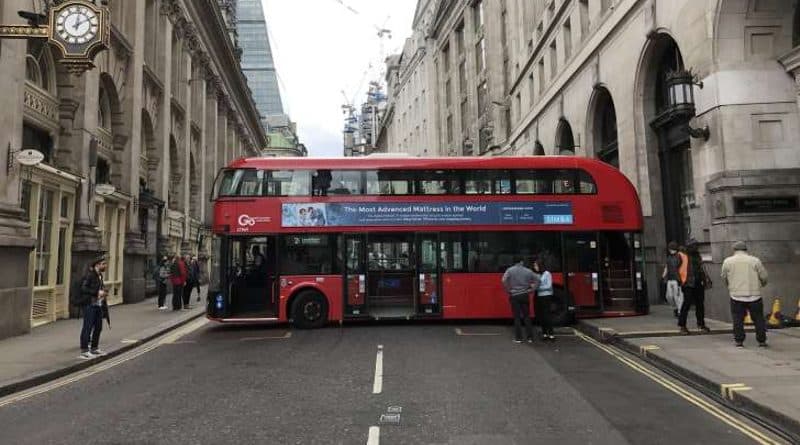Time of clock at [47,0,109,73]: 12:10
